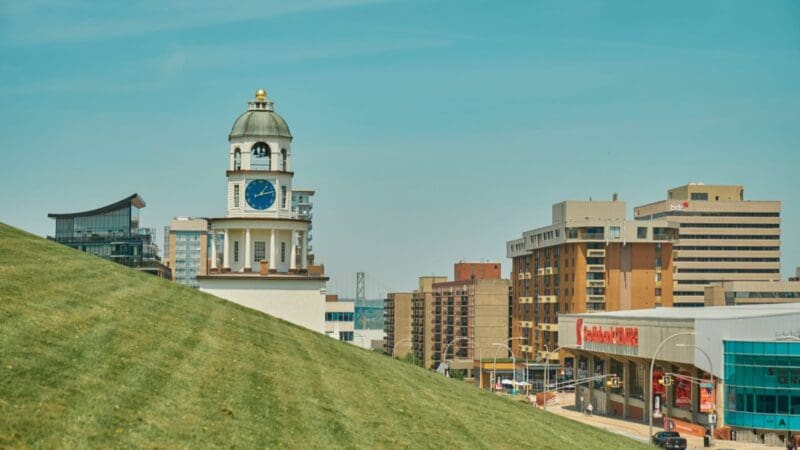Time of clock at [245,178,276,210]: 1:12
